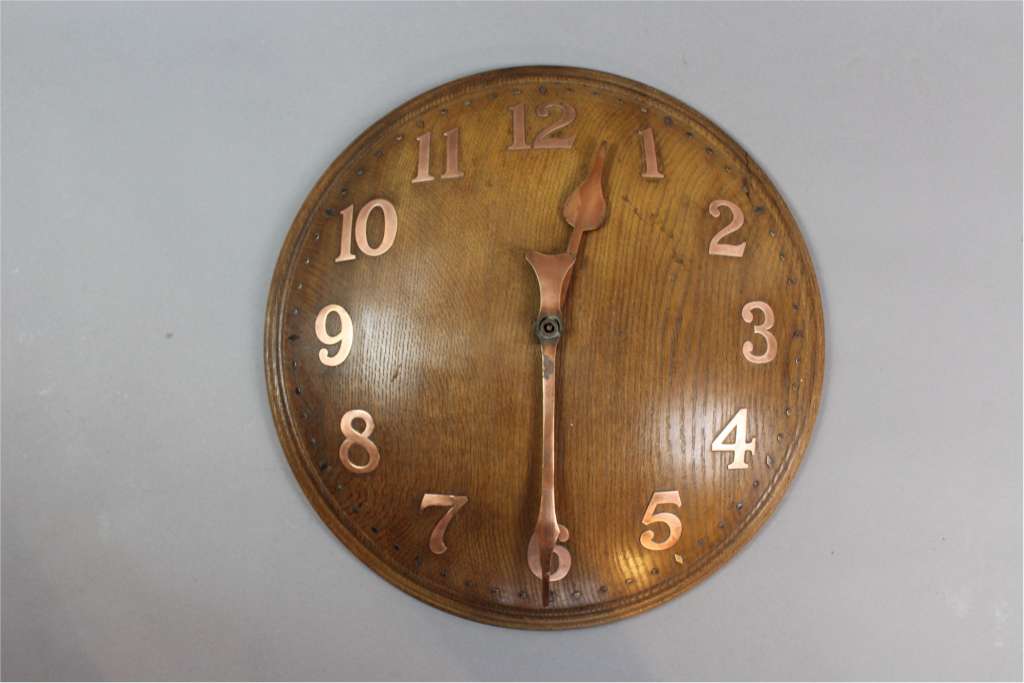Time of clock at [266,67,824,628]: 12:30
